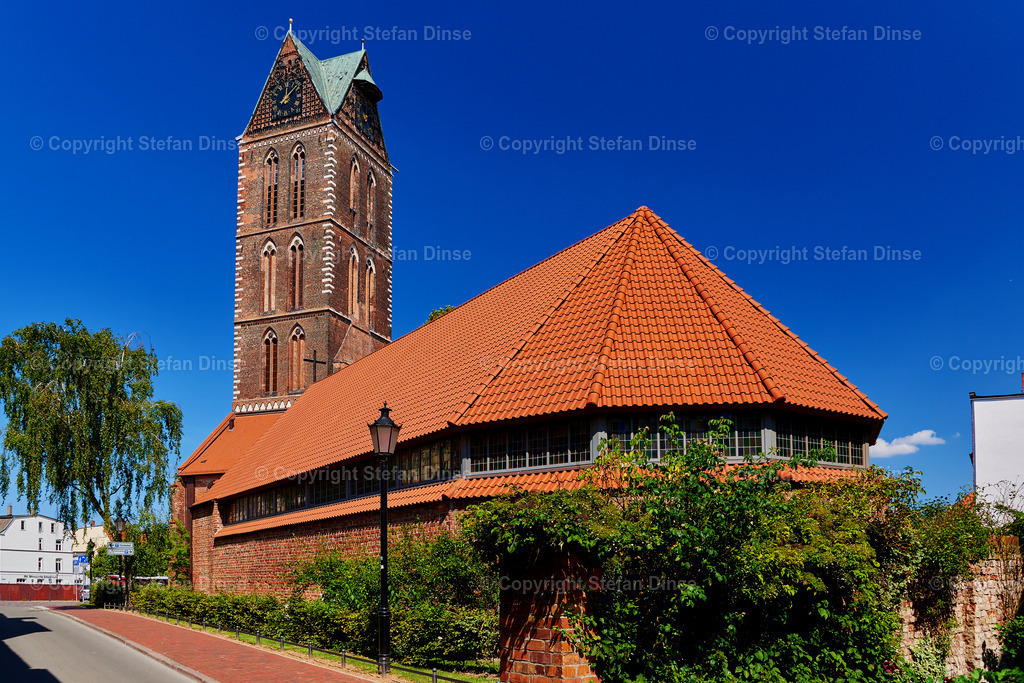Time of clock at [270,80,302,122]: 12:07
